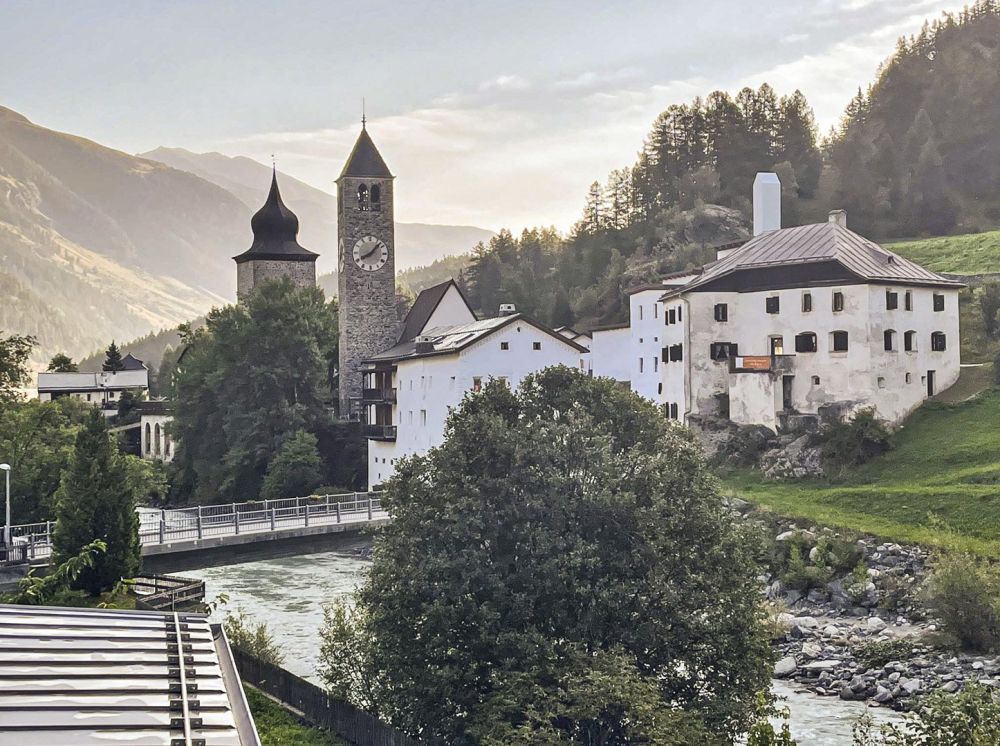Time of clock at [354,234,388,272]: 8:07
